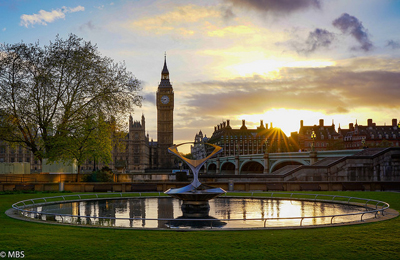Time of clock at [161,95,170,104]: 7:46
